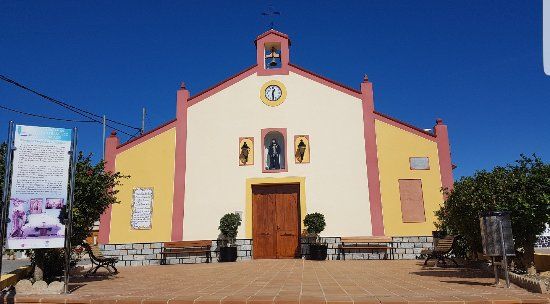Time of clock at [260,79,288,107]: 12:28
